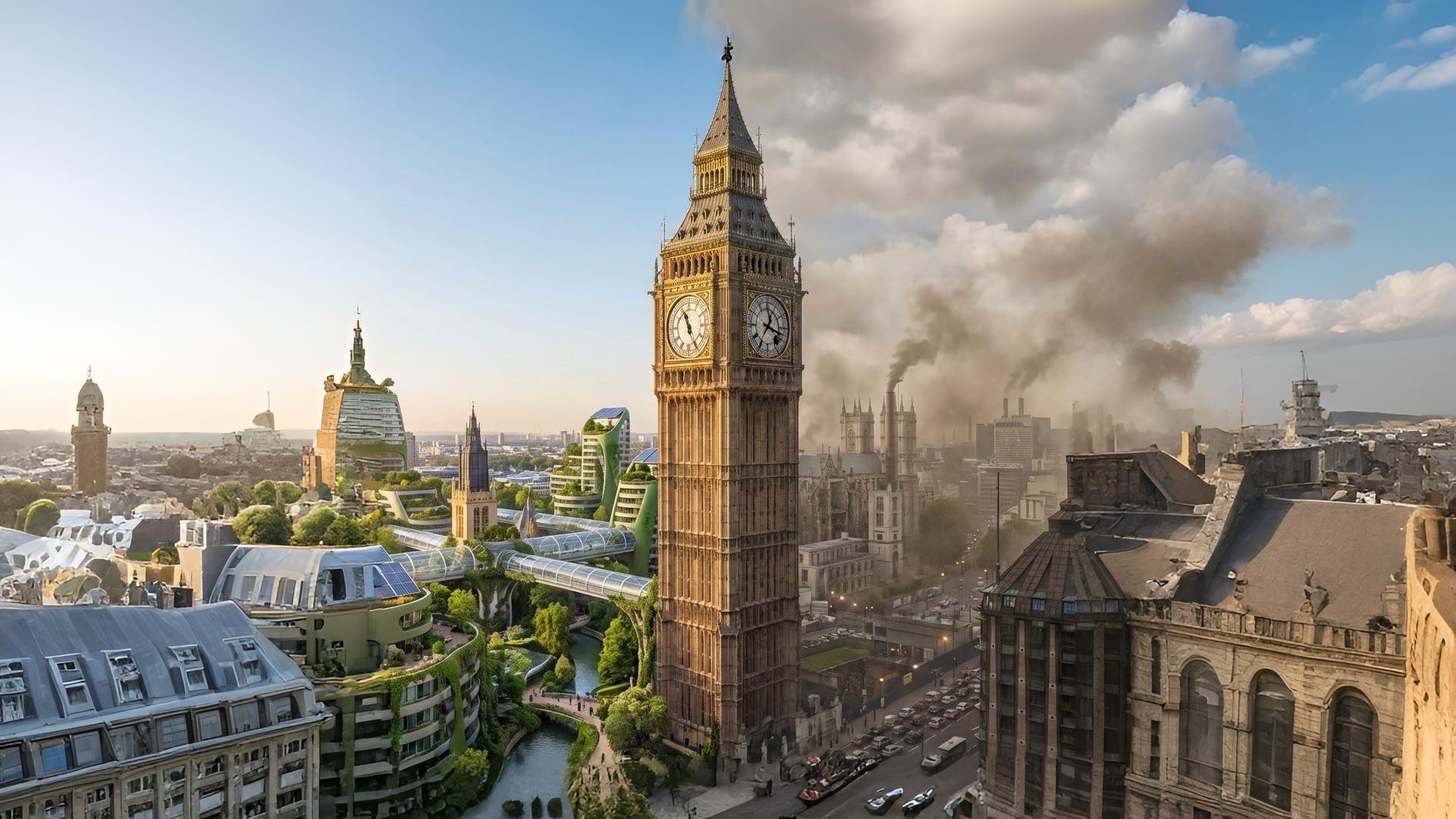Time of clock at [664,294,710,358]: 11:25
